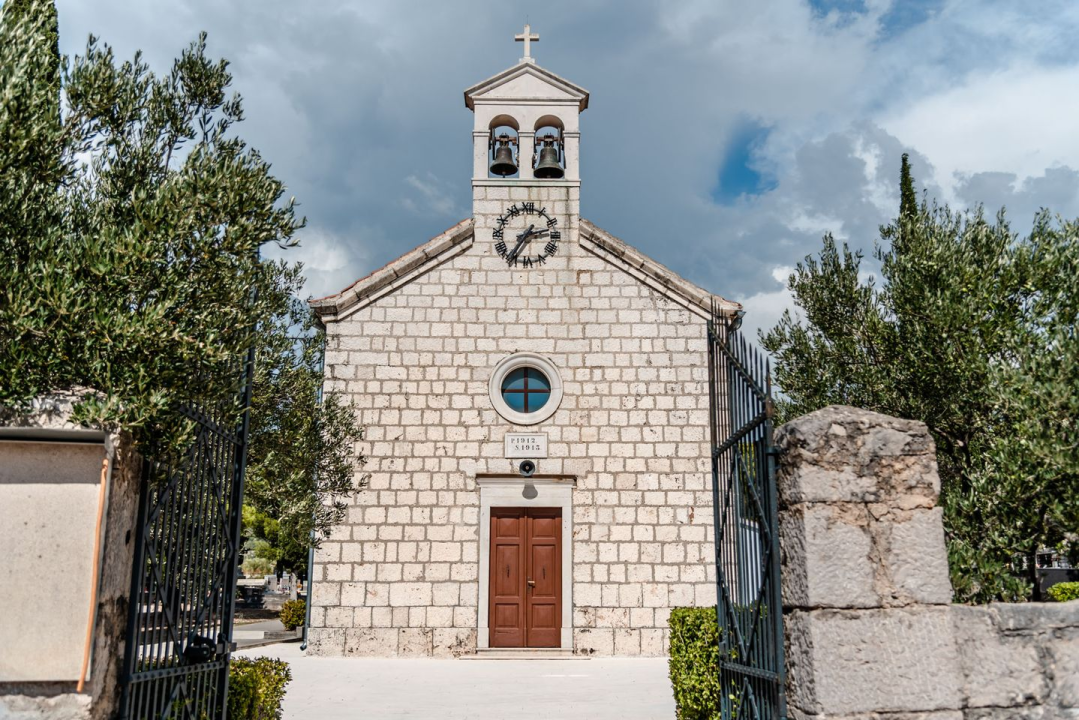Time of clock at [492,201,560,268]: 2:35
